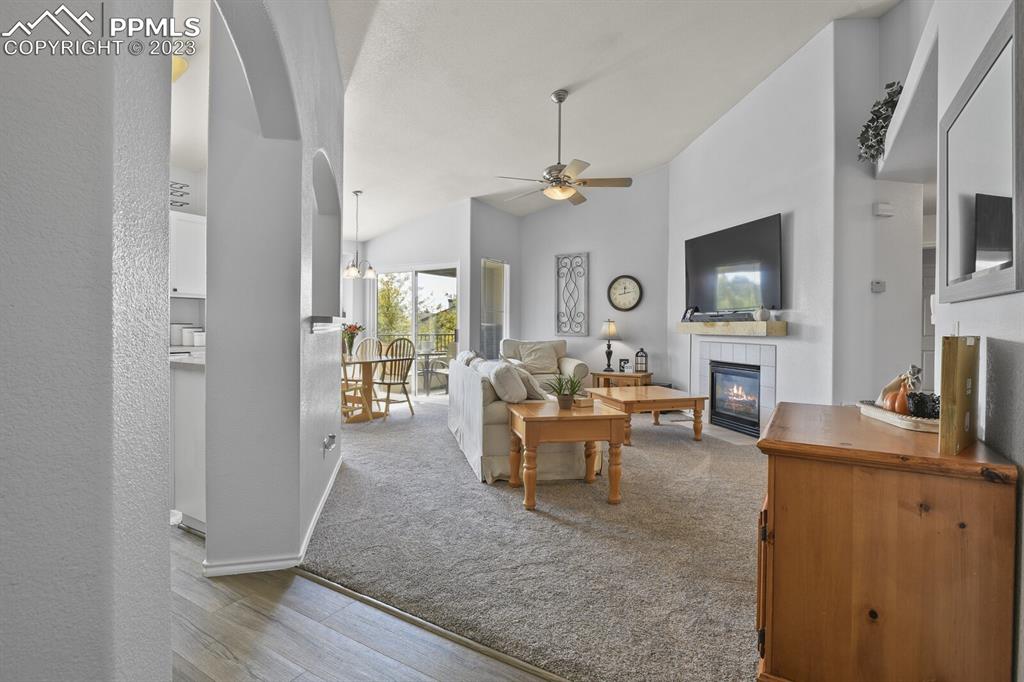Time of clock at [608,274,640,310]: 12:13
